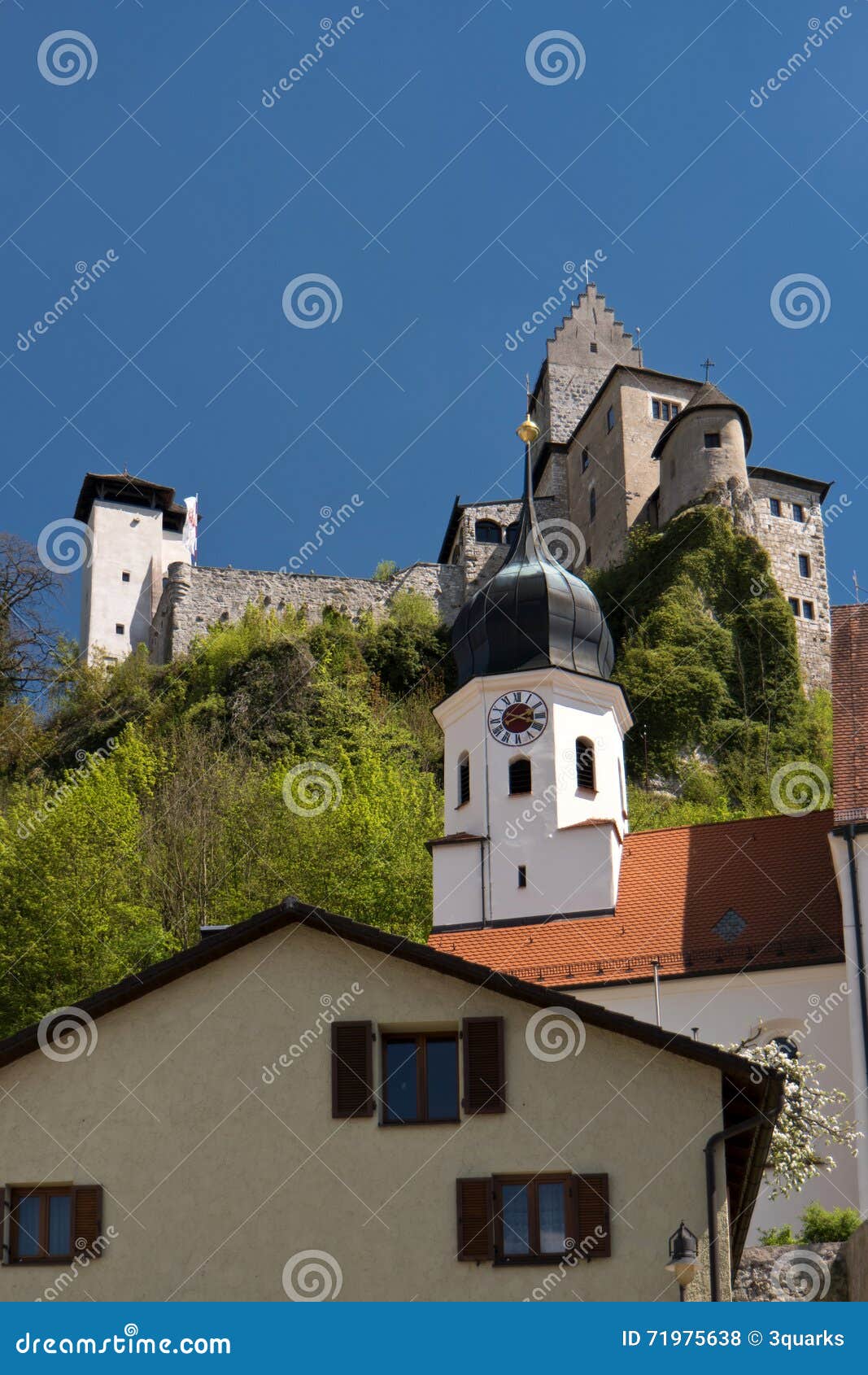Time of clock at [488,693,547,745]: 2:18
